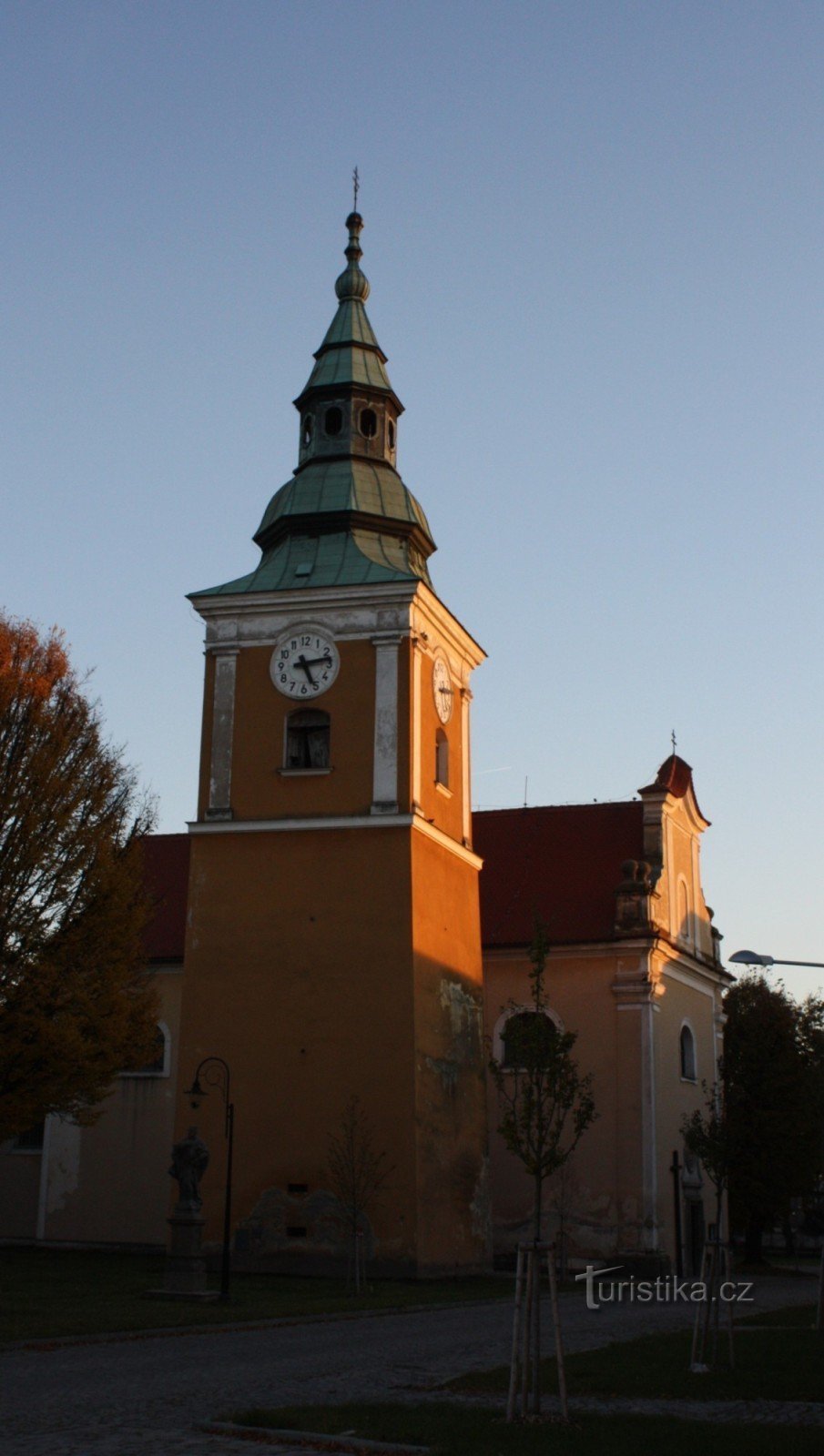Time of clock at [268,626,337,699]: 5:12
